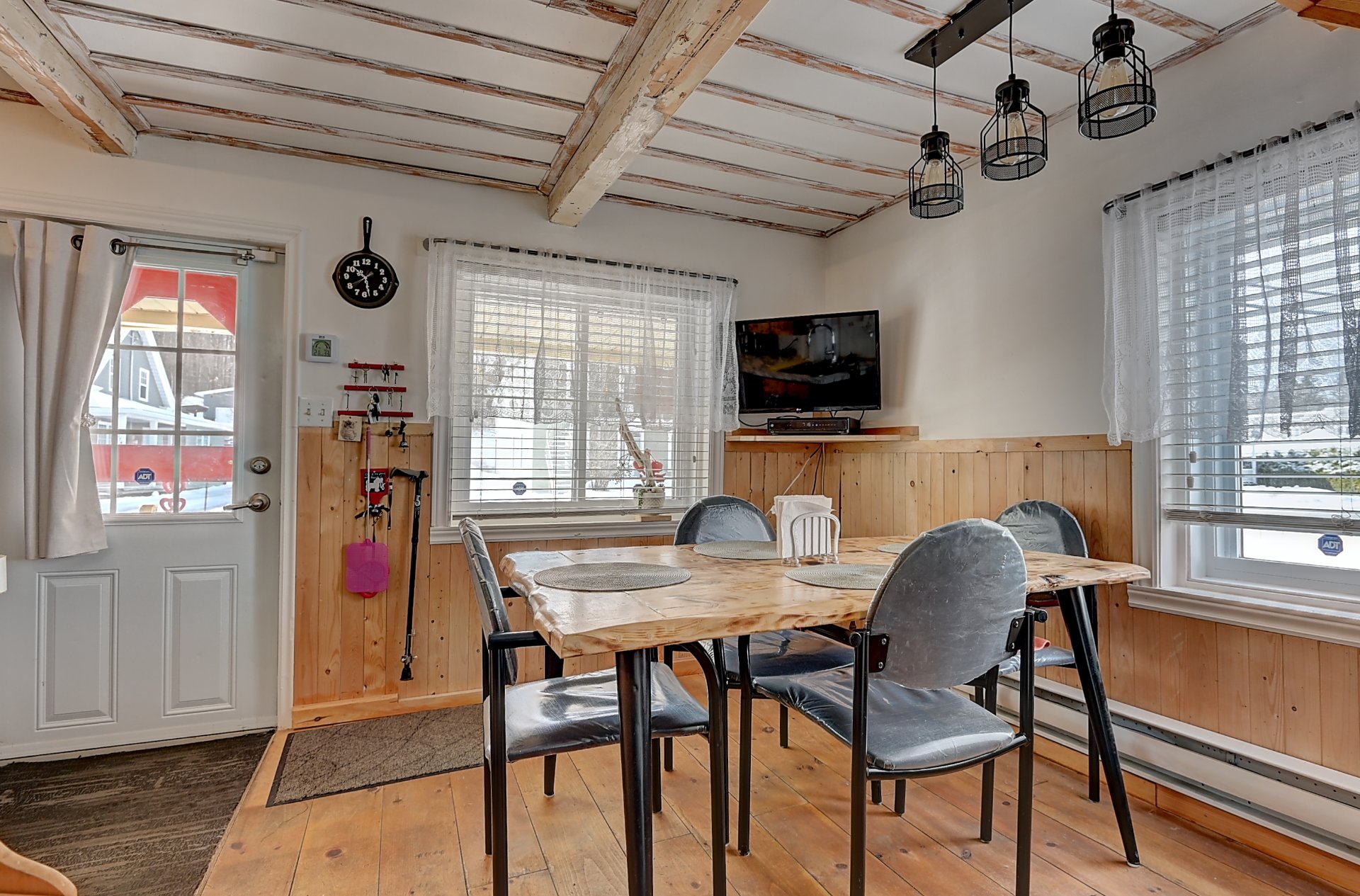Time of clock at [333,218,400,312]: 10:28
